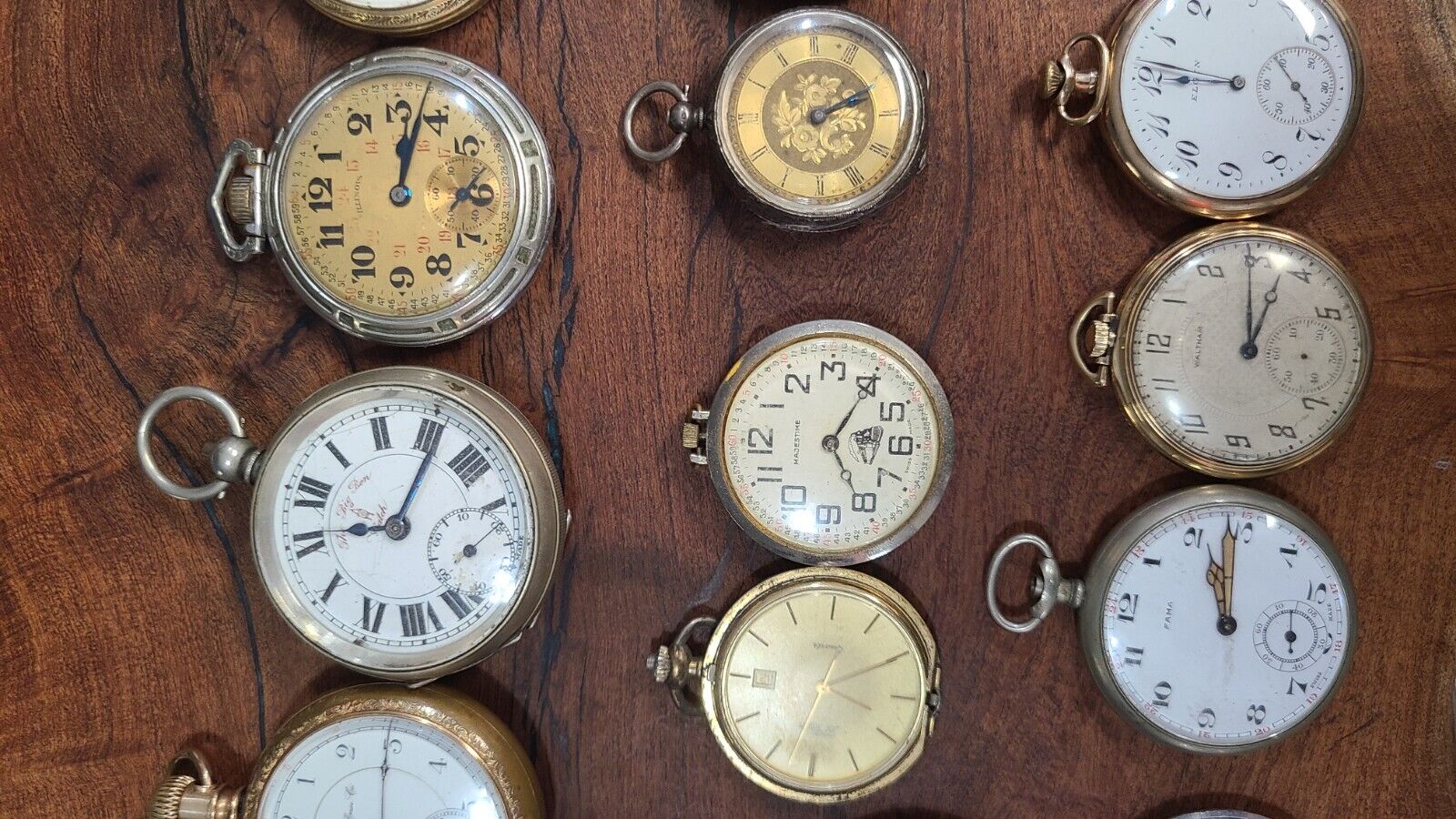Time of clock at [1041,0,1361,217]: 8:46
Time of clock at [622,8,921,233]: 2:11
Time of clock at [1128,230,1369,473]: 1:00
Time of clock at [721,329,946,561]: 5:05
